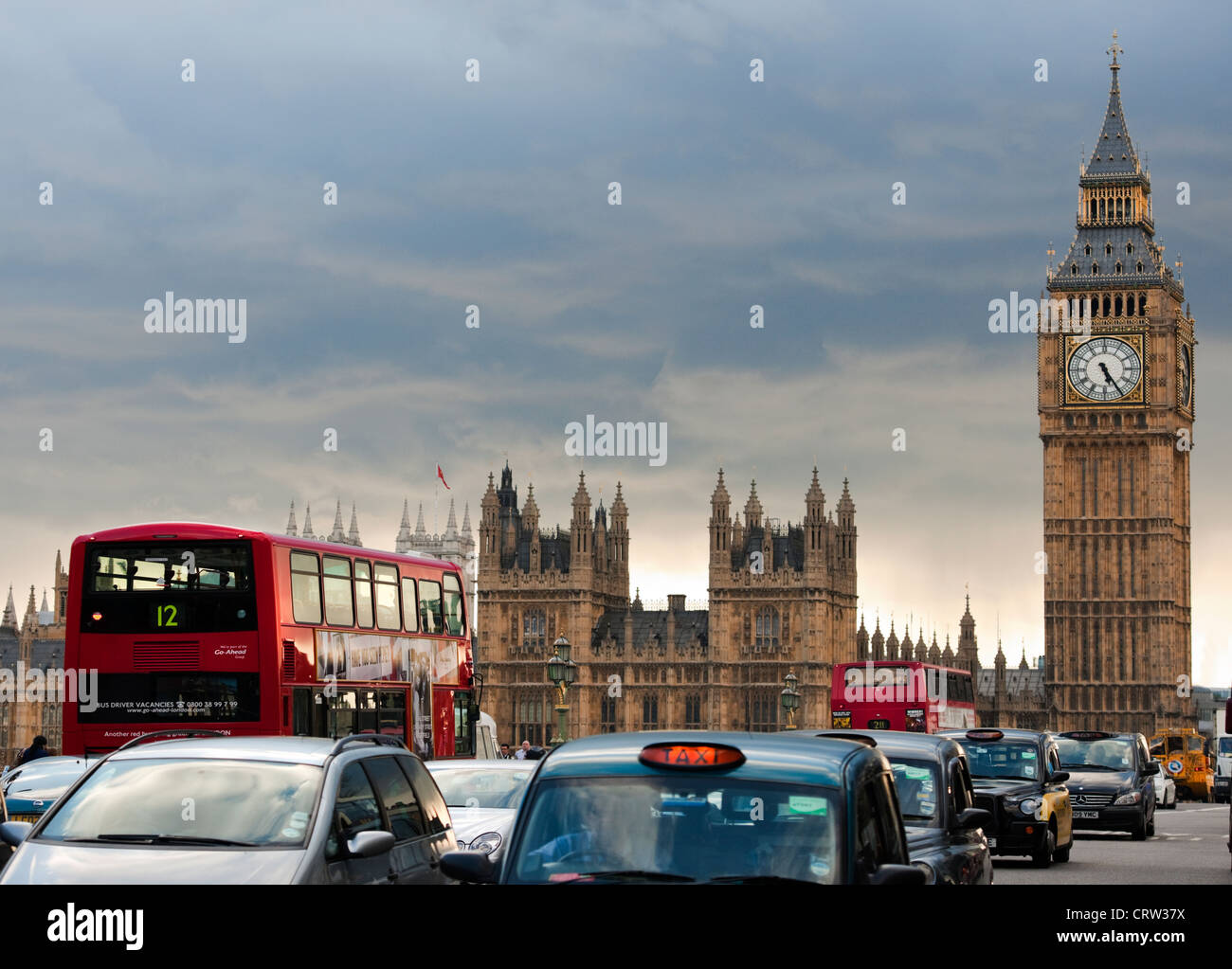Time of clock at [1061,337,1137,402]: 5:24
